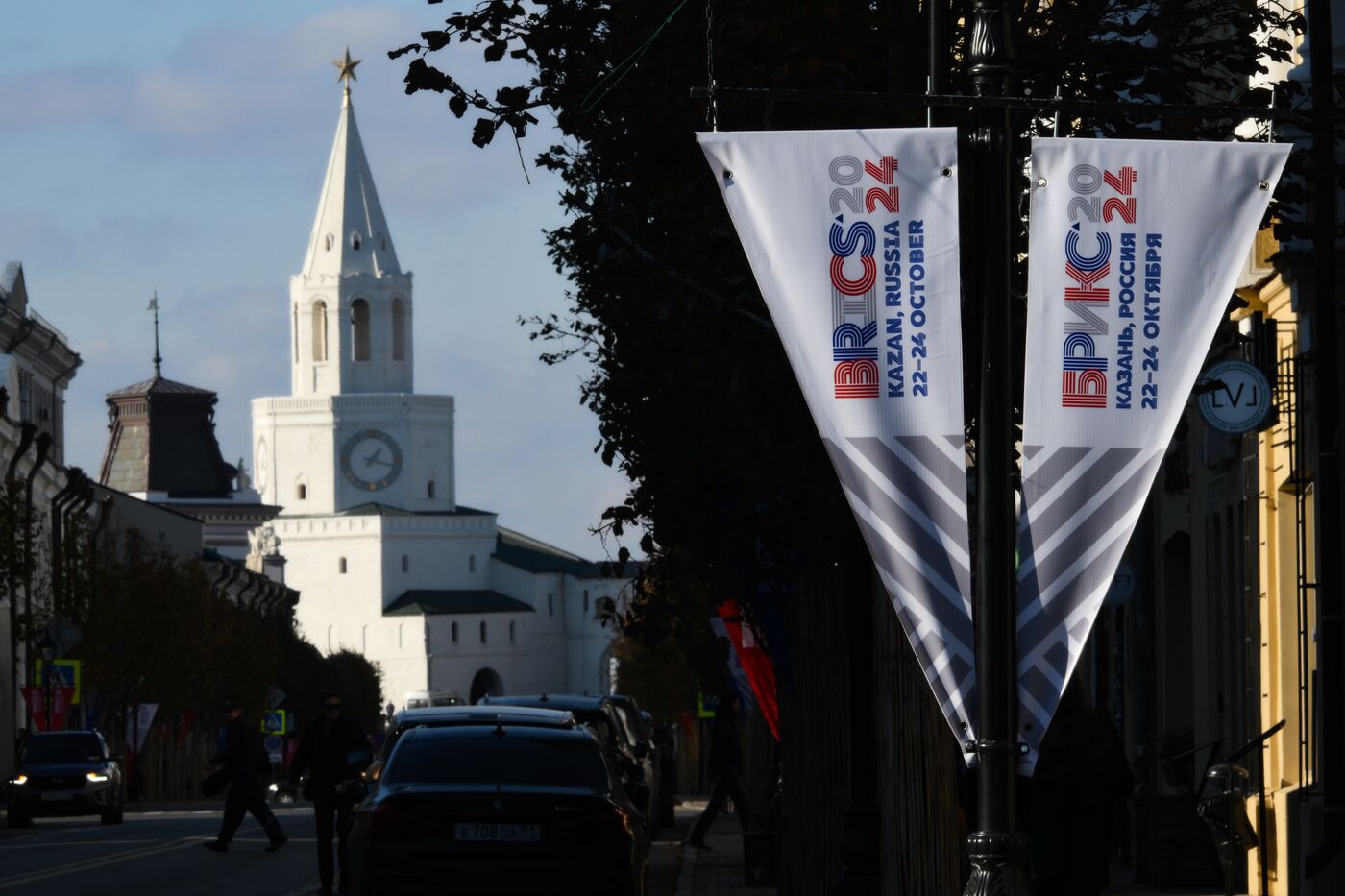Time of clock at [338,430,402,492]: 1:17
